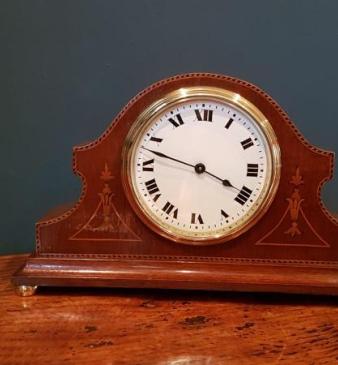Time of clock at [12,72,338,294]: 3:47
